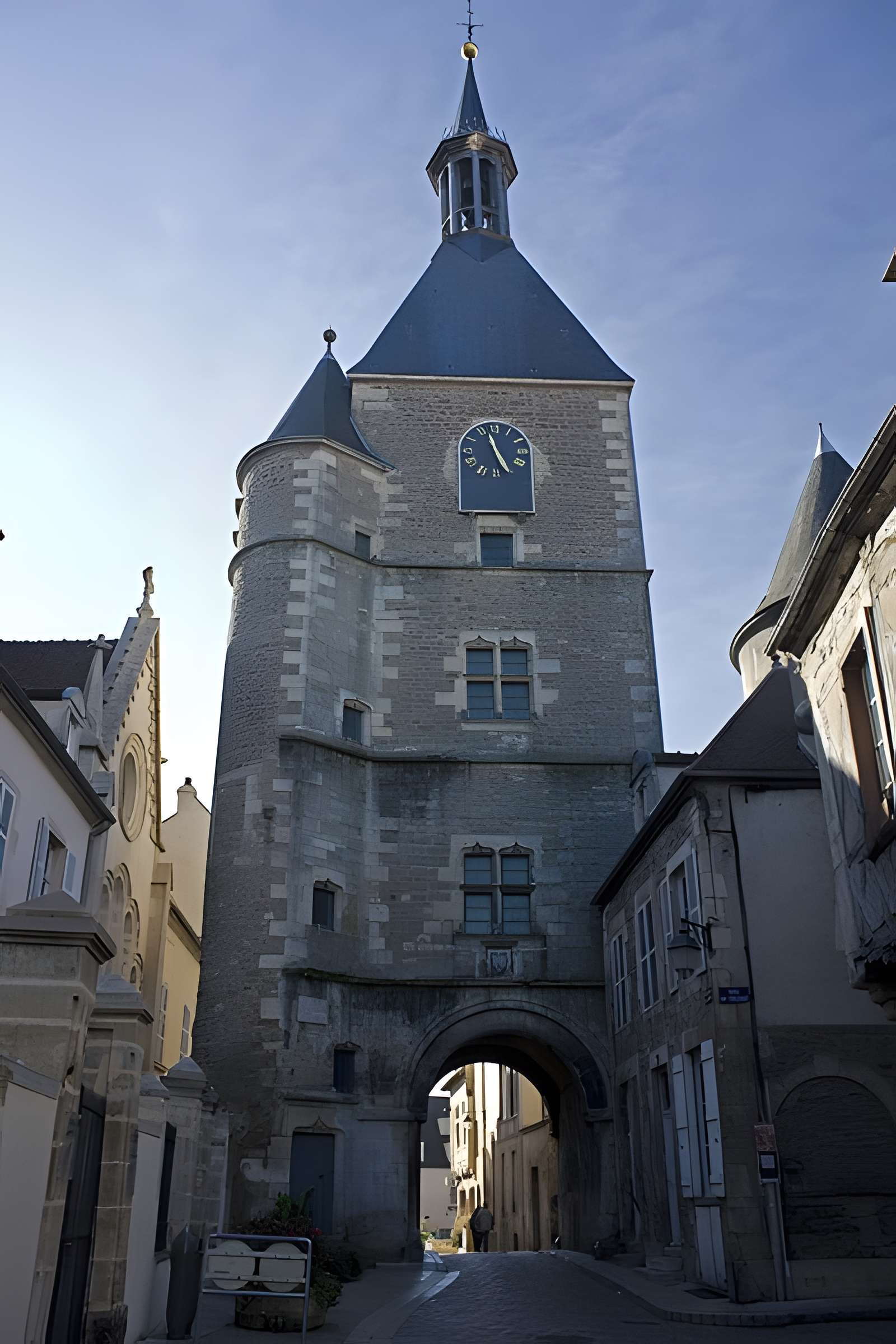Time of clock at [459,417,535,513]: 11:25
